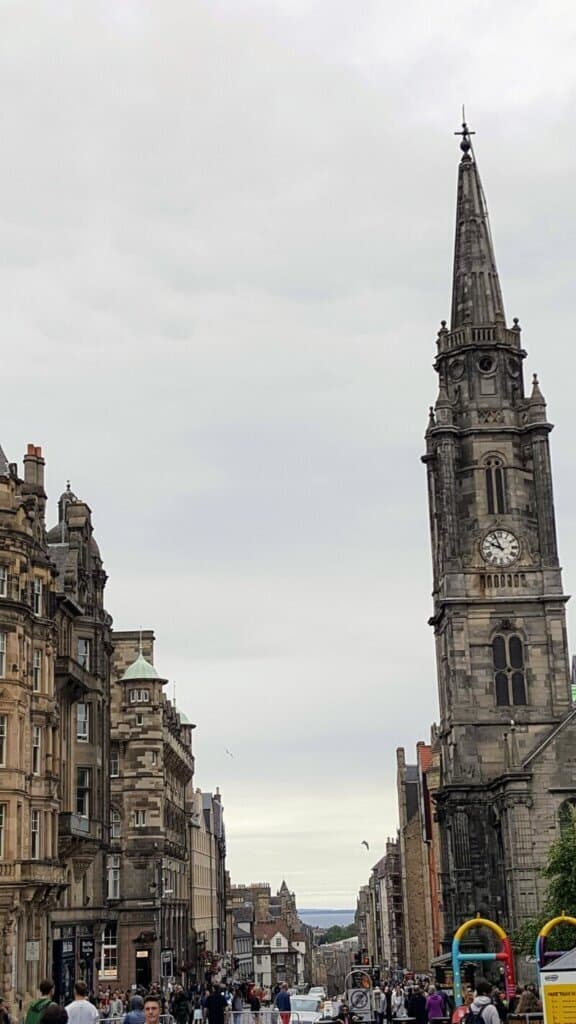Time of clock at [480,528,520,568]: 9:56
